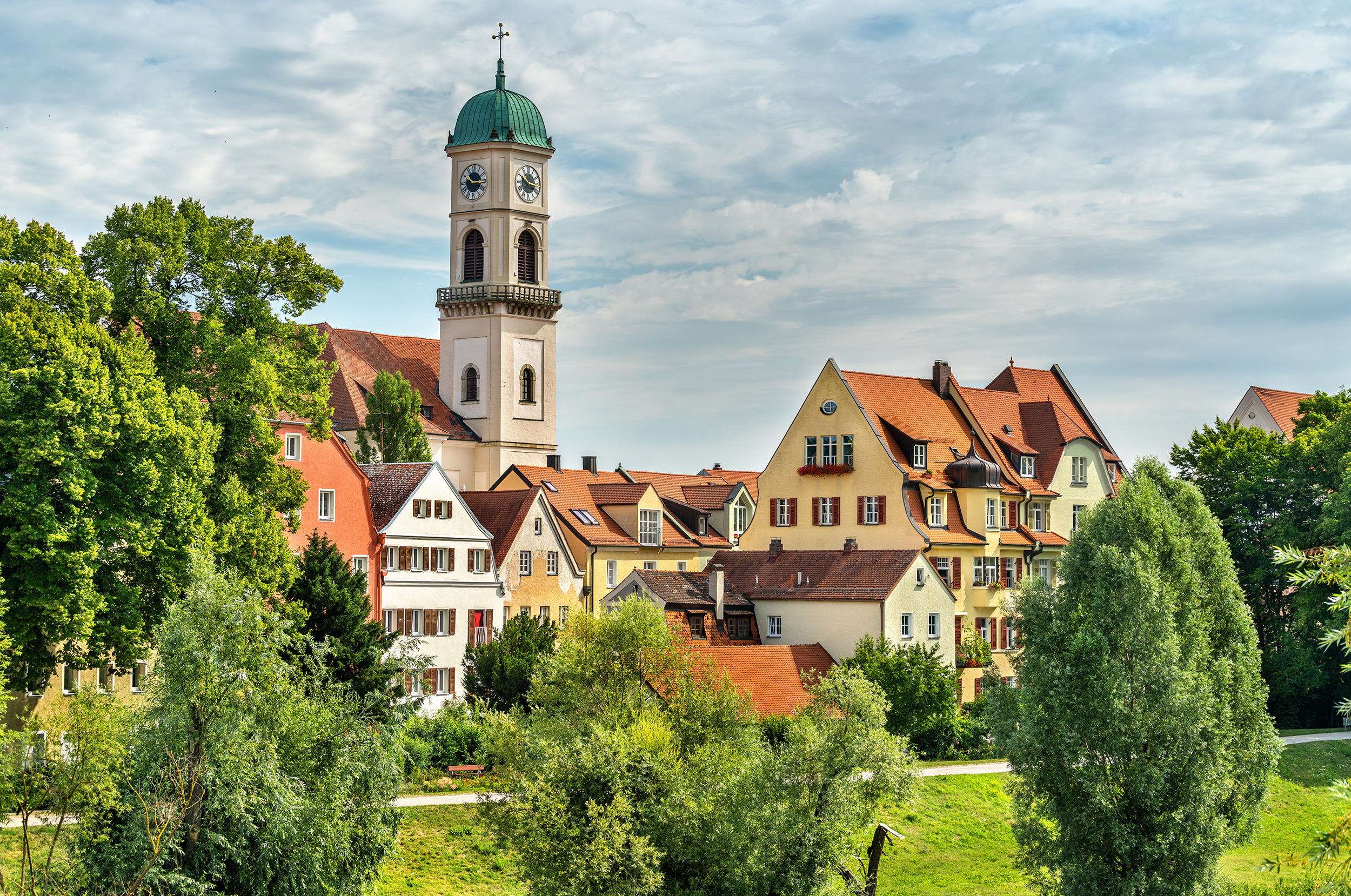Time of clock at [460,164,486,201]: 10:14
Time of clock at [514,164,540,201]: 10:16
